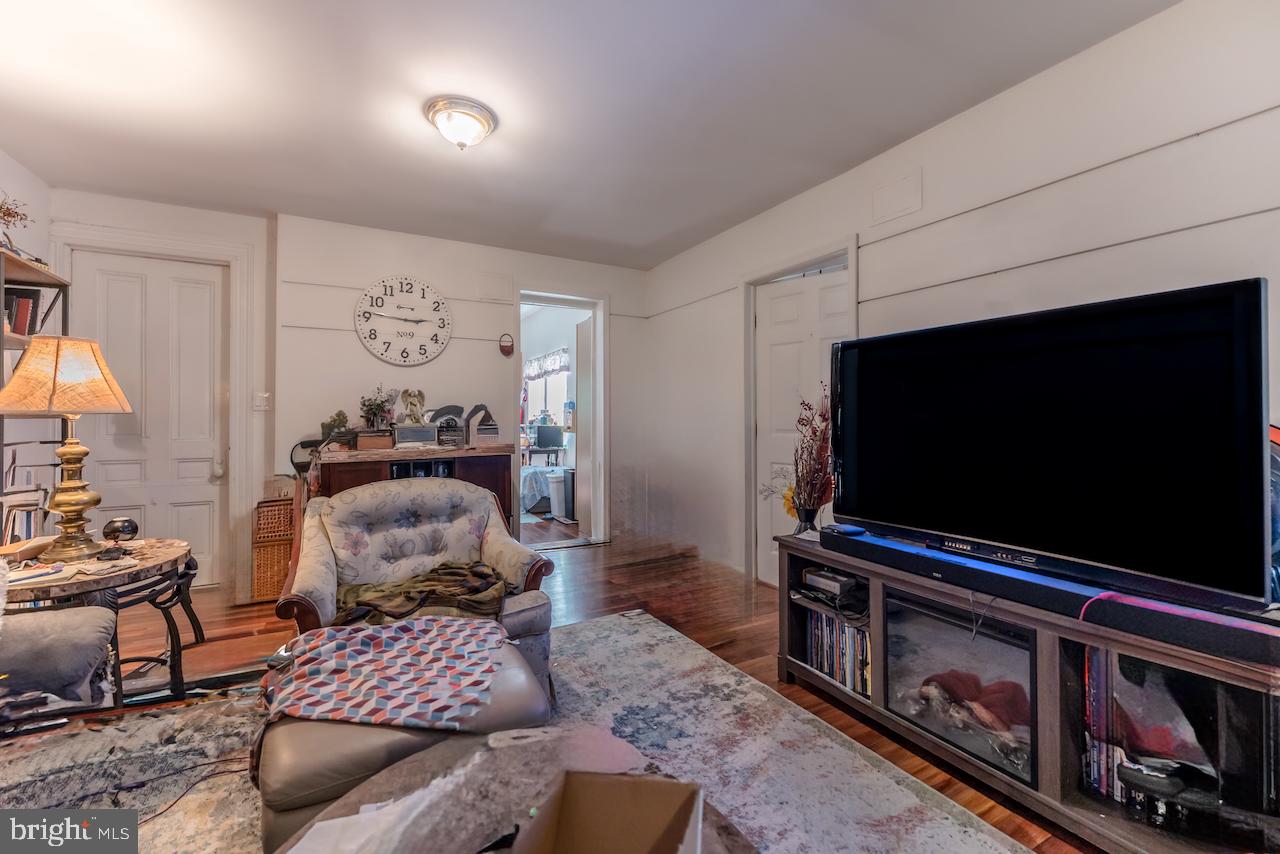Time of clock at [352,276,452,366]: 2:46
